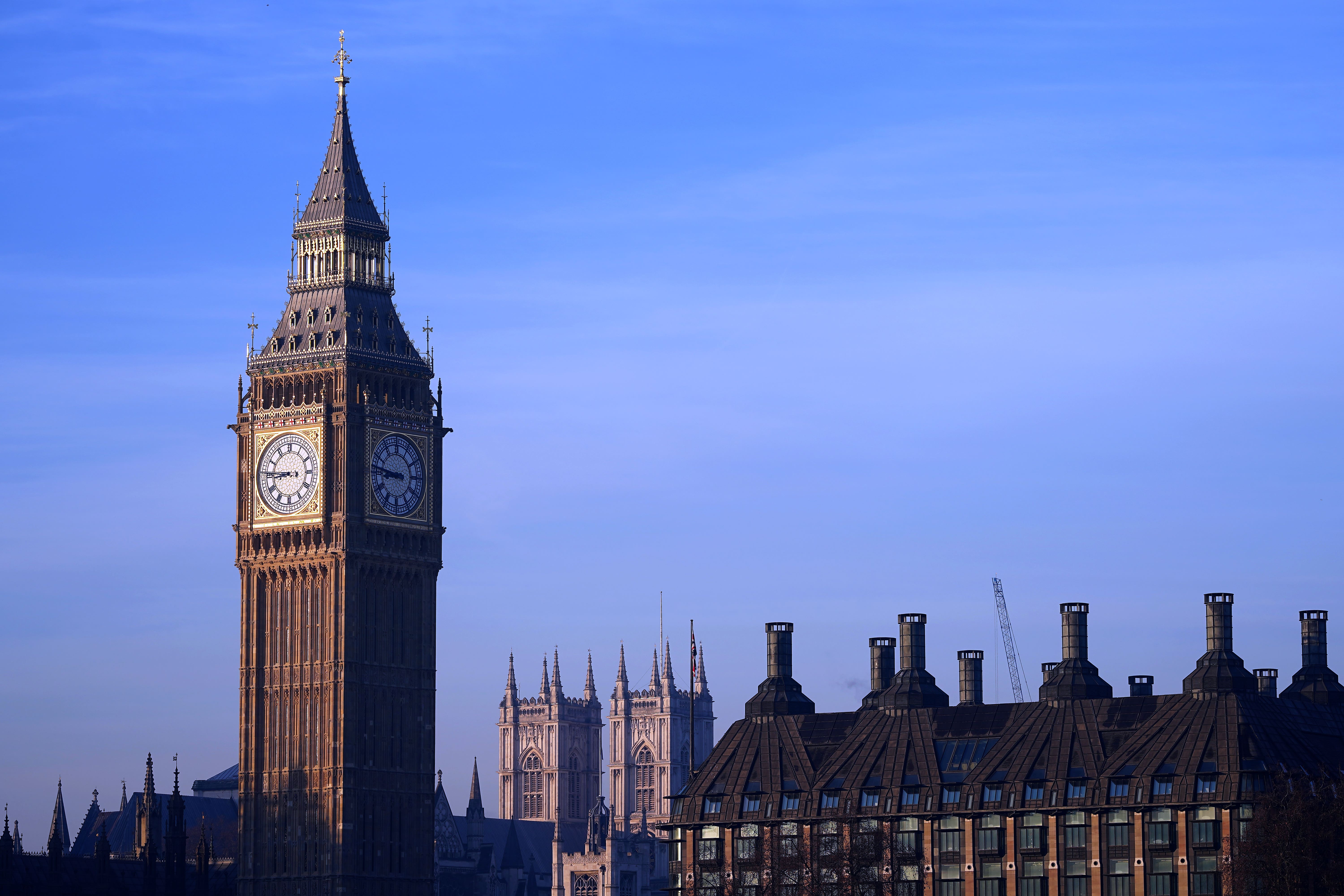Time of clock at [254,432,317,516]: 8:45
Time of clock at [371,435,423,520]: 8:46
